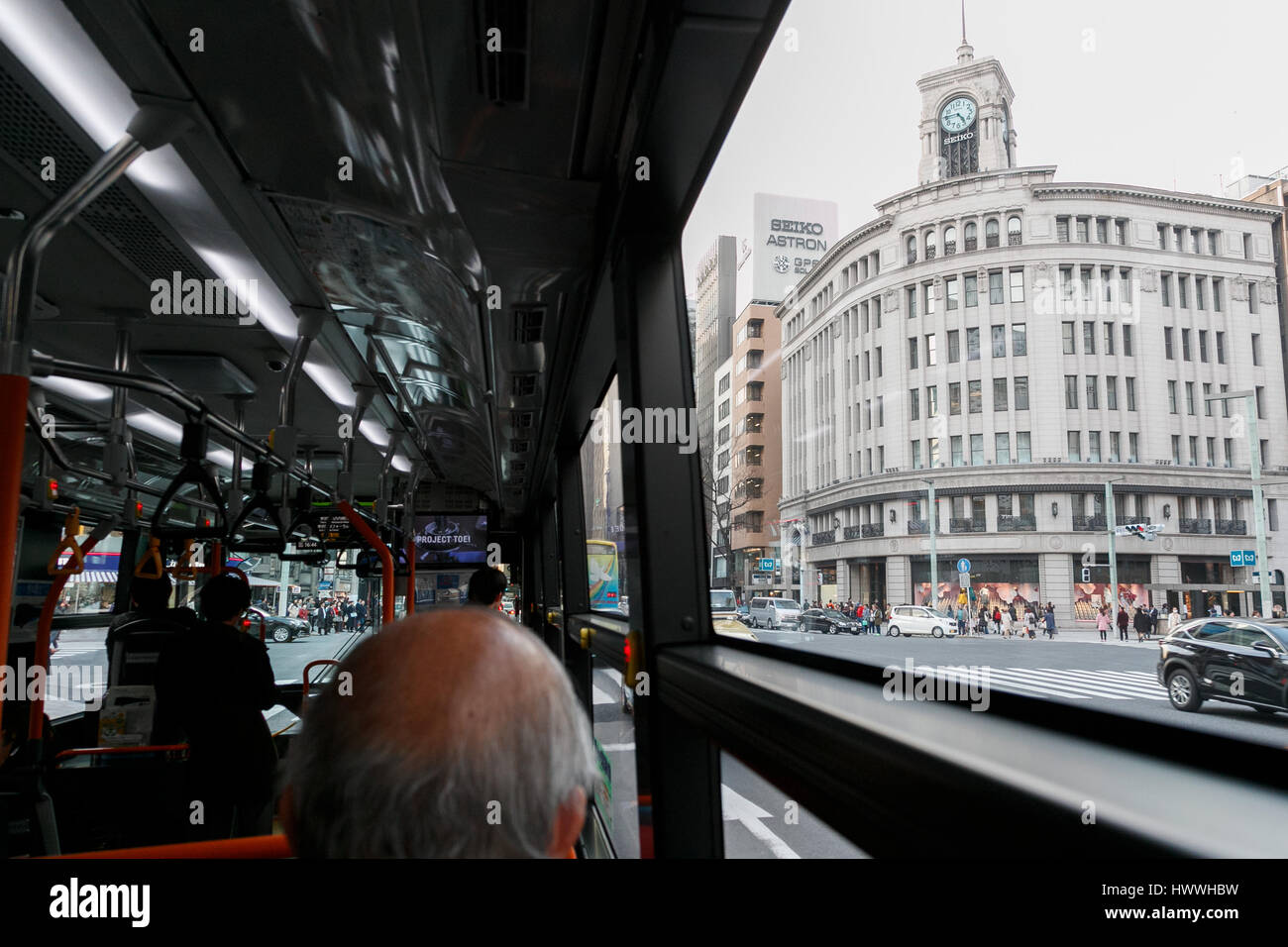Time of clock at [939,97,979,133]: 4:44
